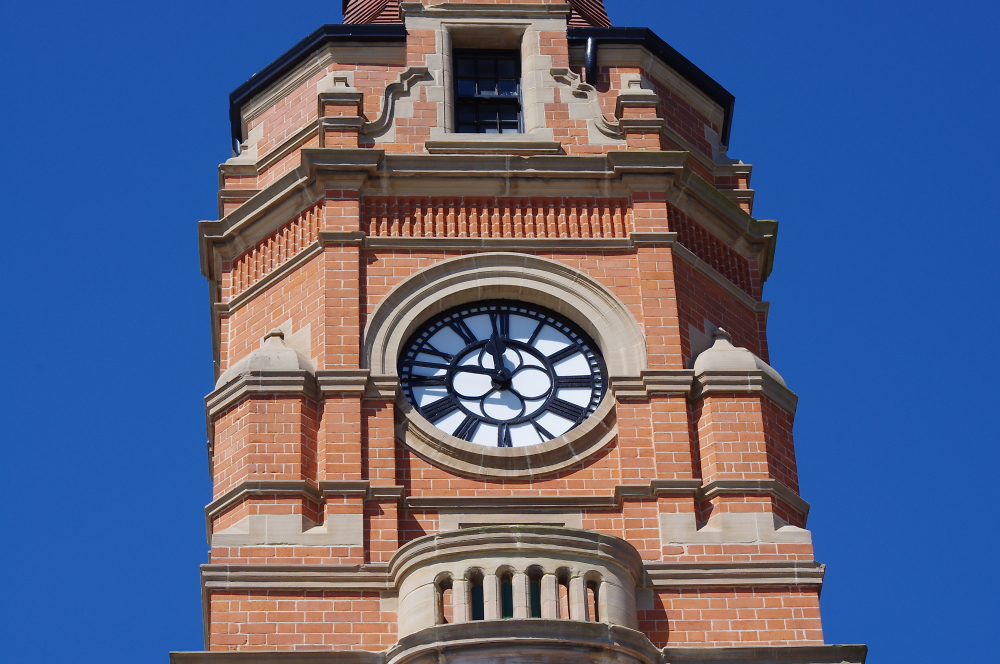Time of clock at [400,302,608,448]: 11:46
